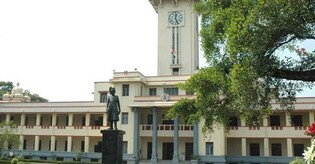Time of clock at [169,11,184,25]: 12:26
